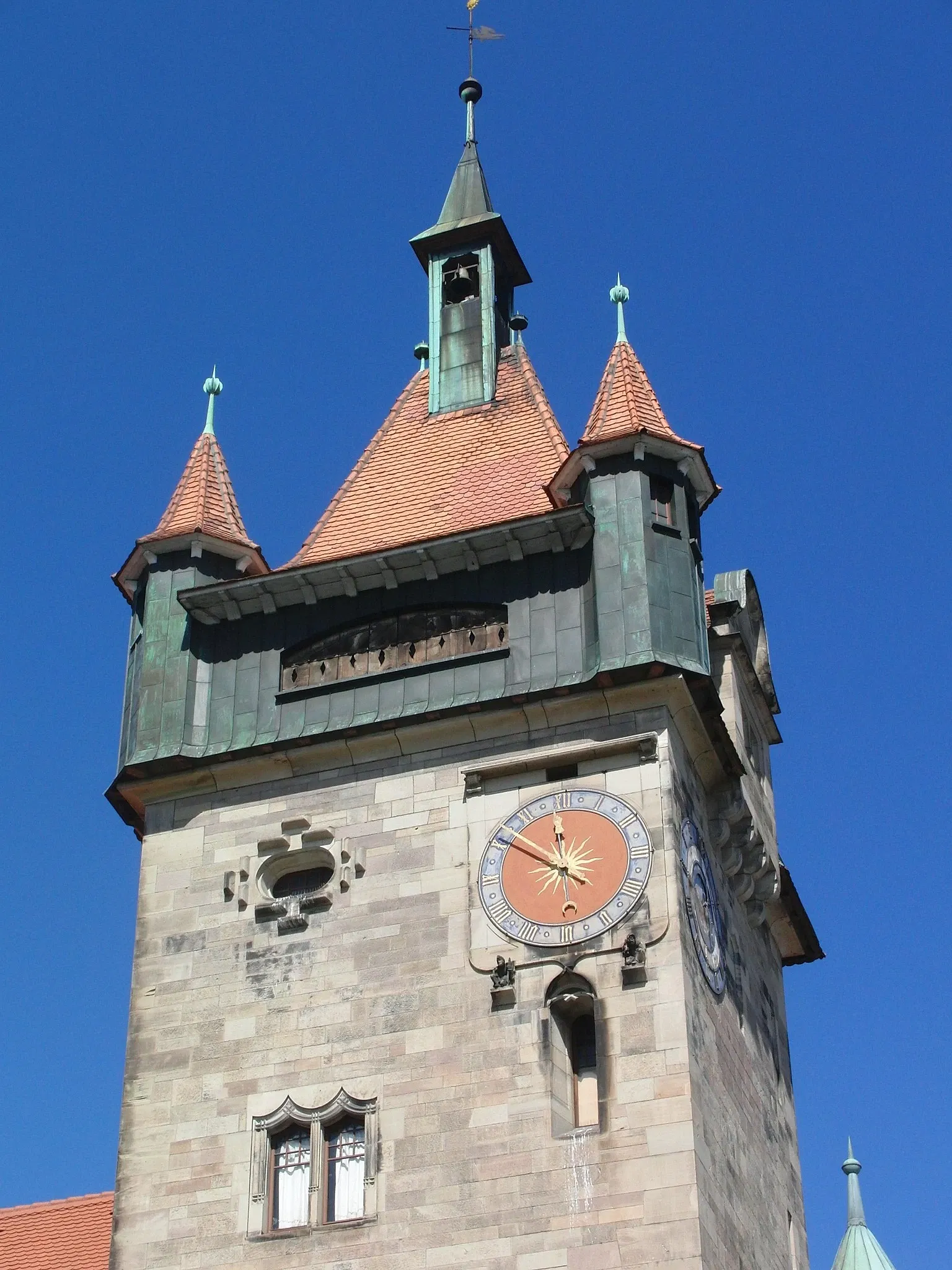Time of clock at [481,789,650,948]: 11:50
